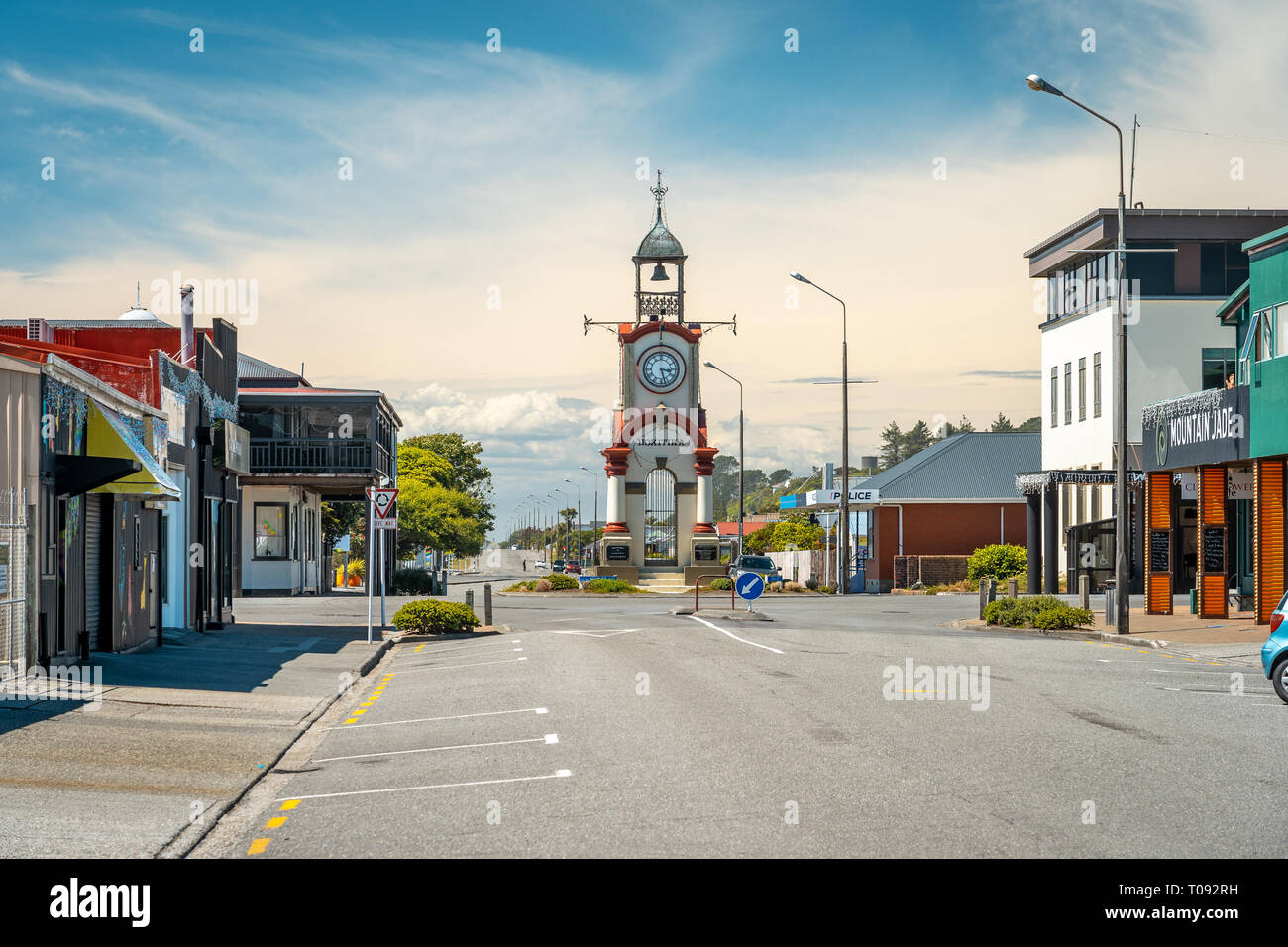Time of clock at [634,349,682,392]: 3:27
